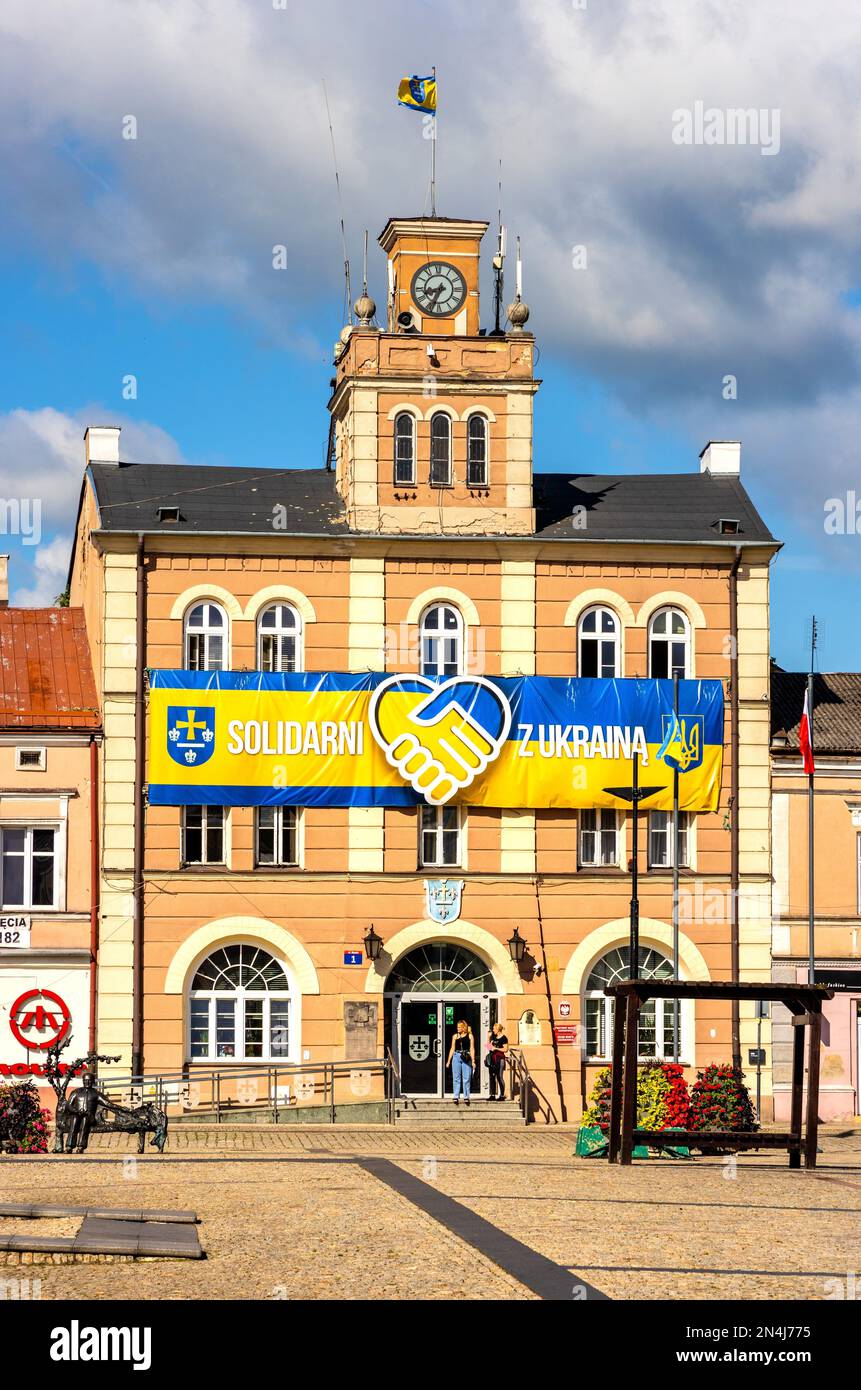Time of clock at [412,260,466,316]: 8:33
